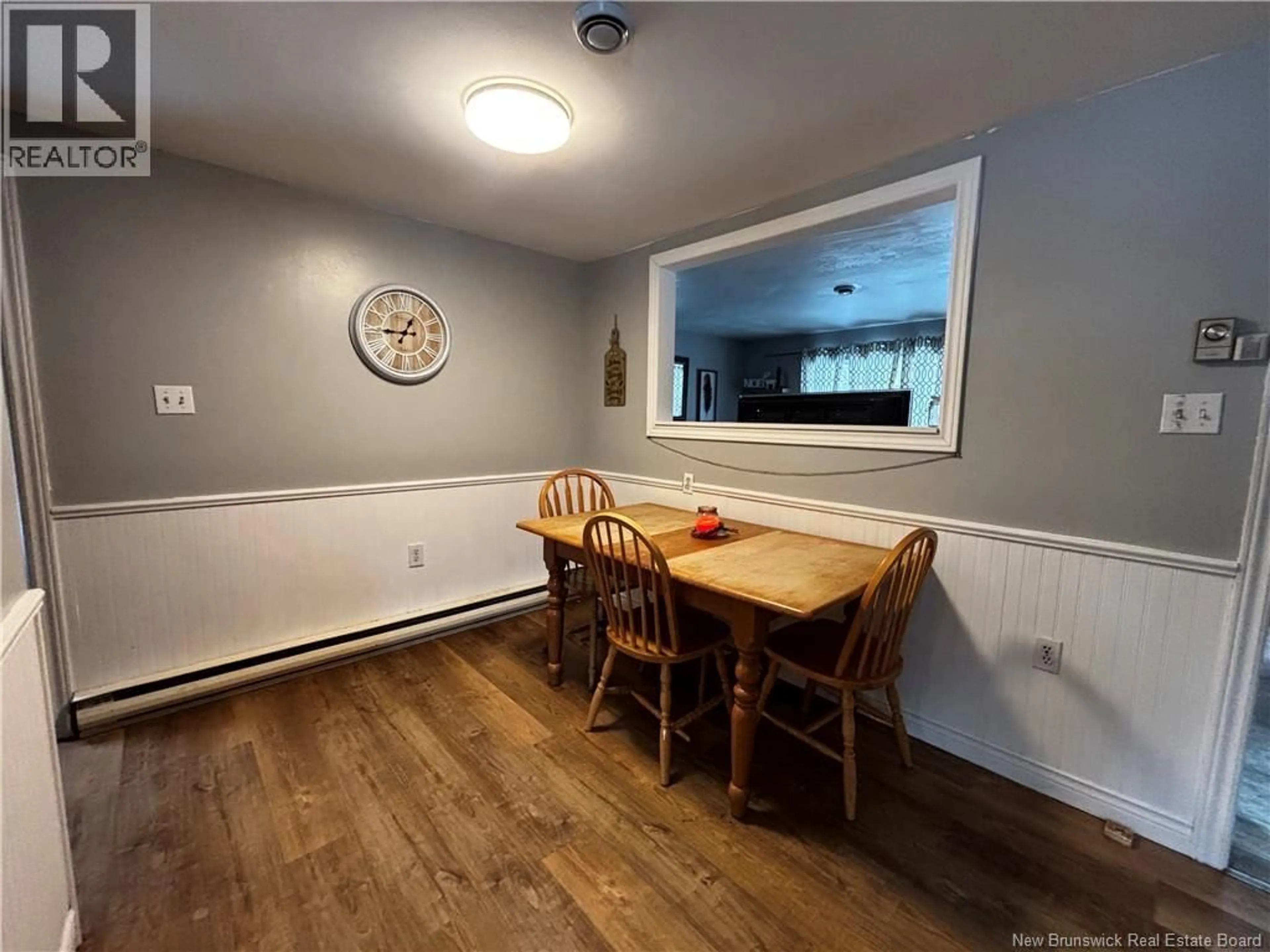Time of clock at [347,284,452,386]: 12:45
